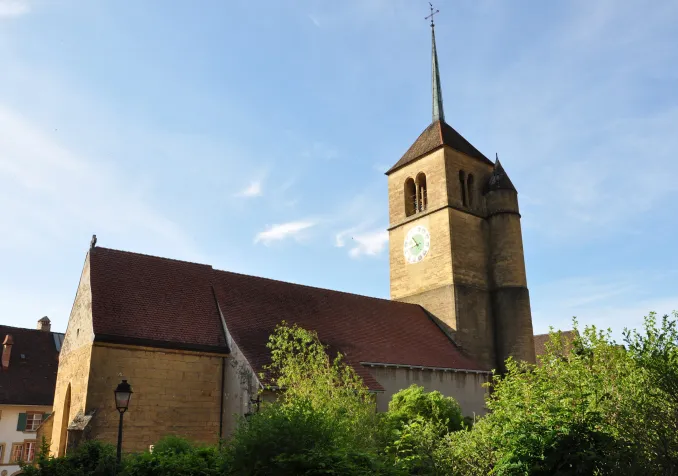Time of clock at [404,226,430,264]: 10:41
